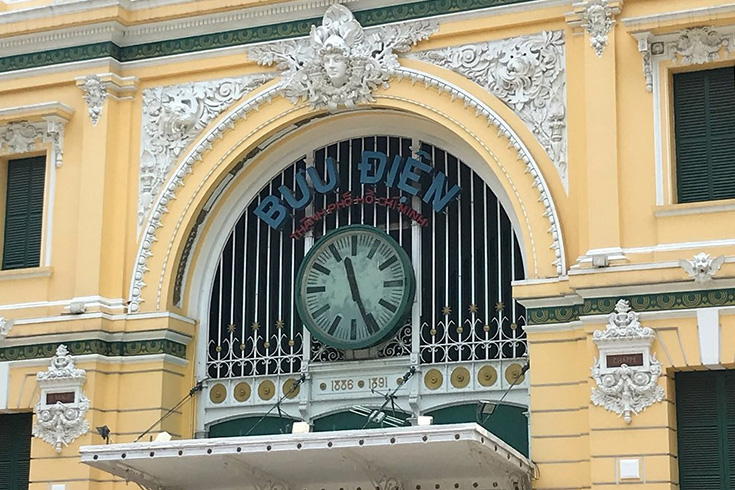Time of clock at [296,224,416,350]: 11:26
